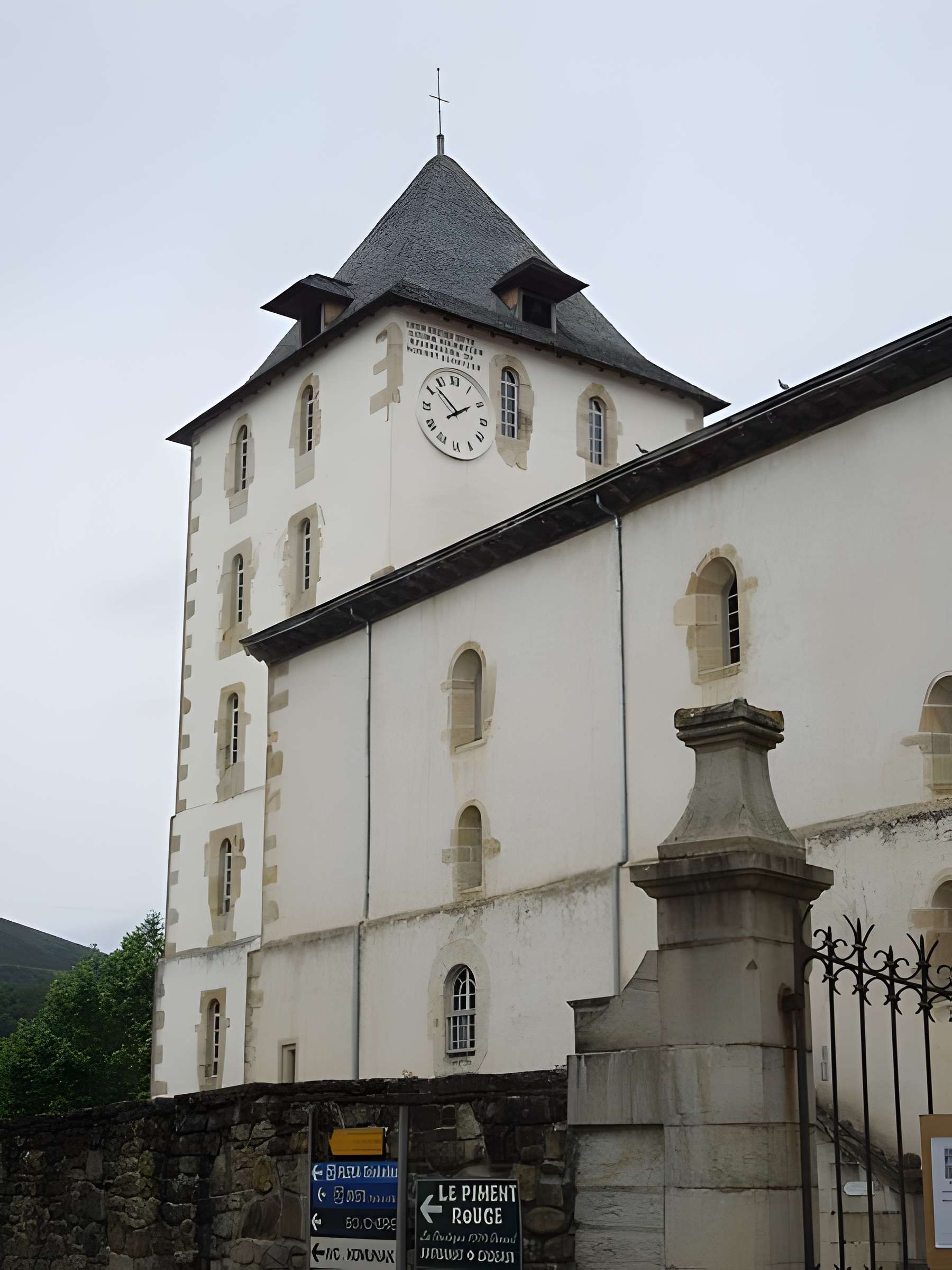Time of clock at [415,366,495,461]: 1:52
